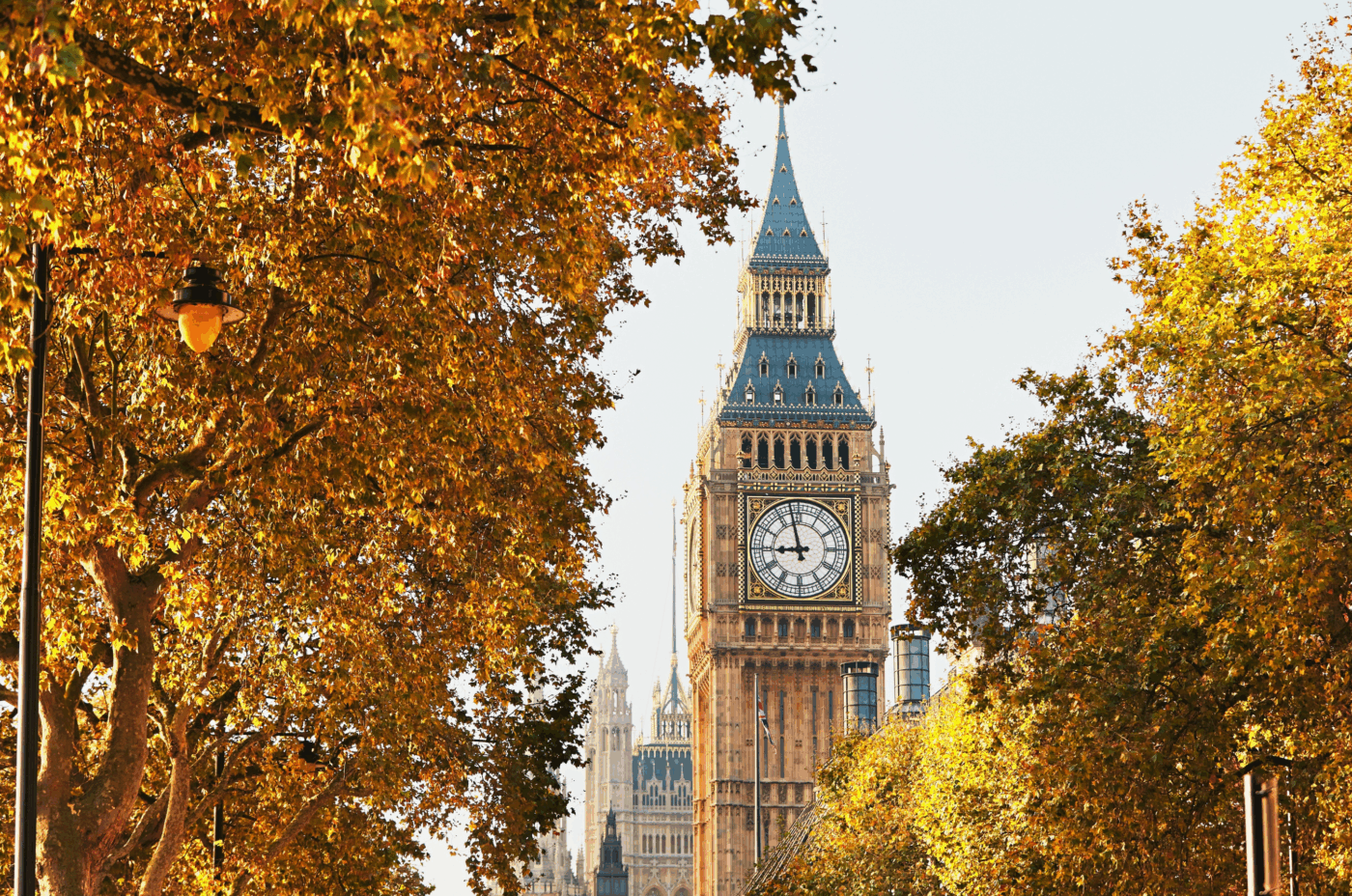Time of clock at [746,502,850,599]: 8:57
